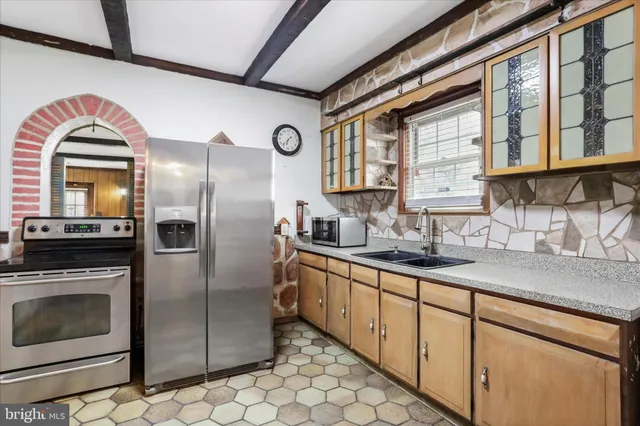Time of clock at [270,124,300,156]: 6:37
